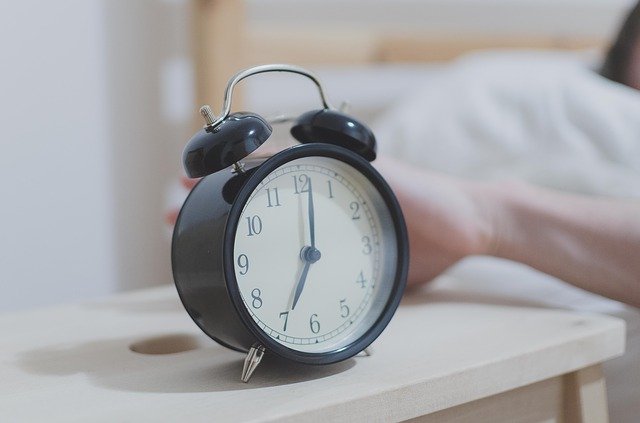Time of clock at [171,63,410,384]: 7:01
